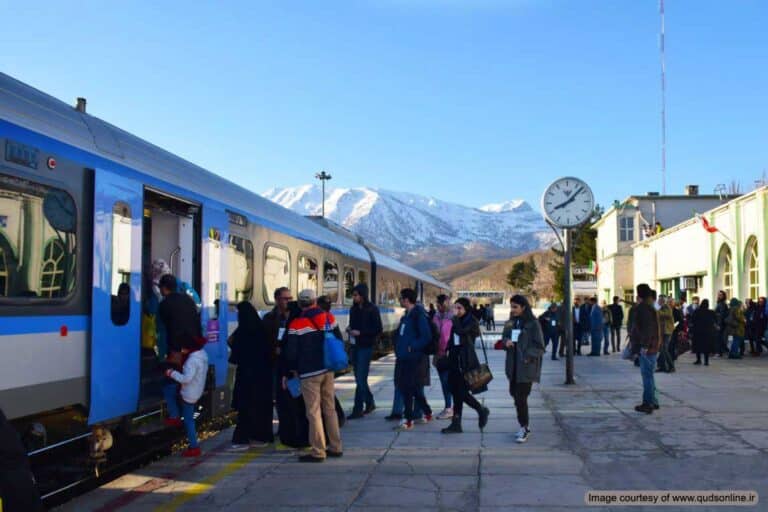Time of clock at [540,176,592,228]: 8:07
